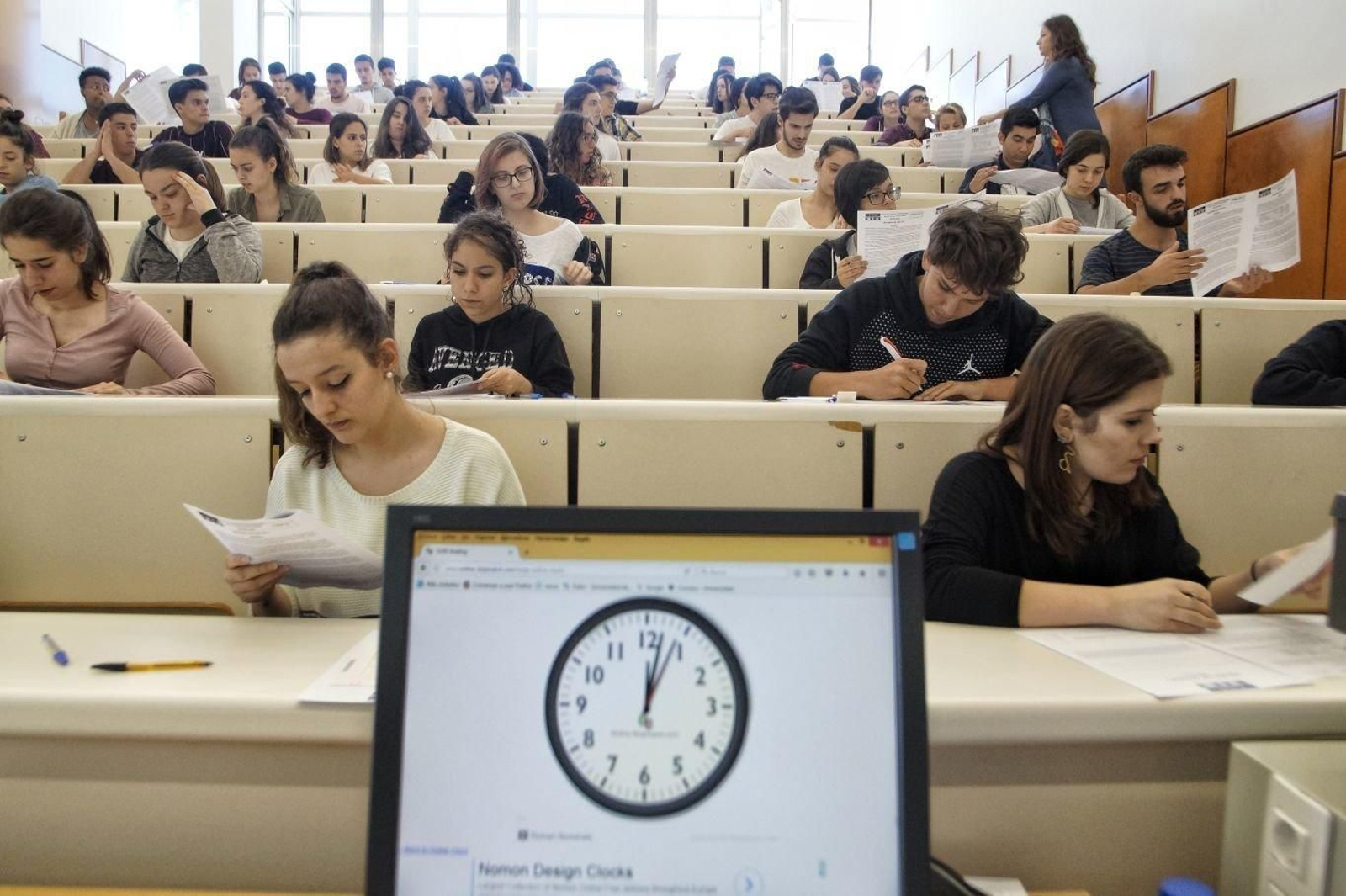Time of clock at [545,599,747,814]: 12:02
